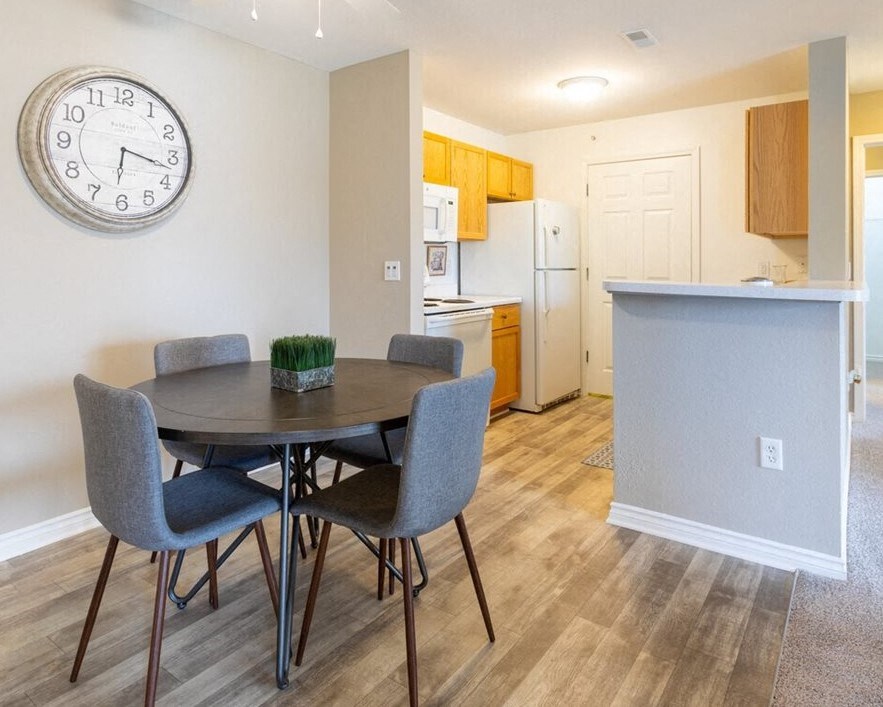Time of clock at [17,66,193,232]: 6:17
